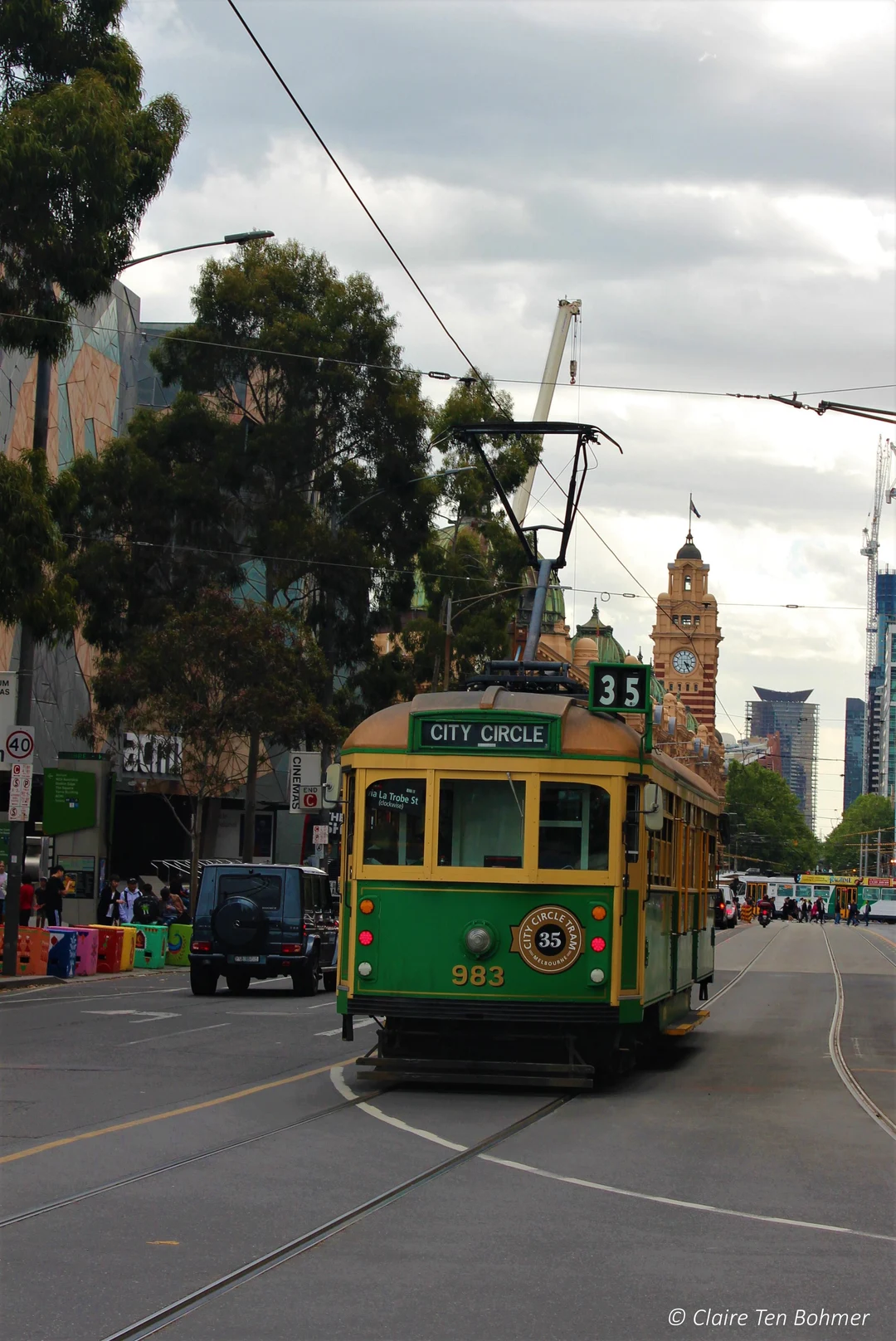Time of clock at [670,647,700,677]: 4:25
